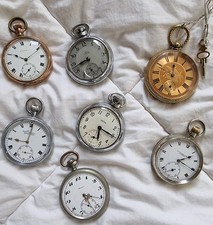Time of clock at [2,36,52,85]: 10:10
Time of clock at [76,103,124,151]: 6:19
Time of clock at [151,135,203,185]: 2:20
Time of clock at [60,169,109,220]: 5:20
